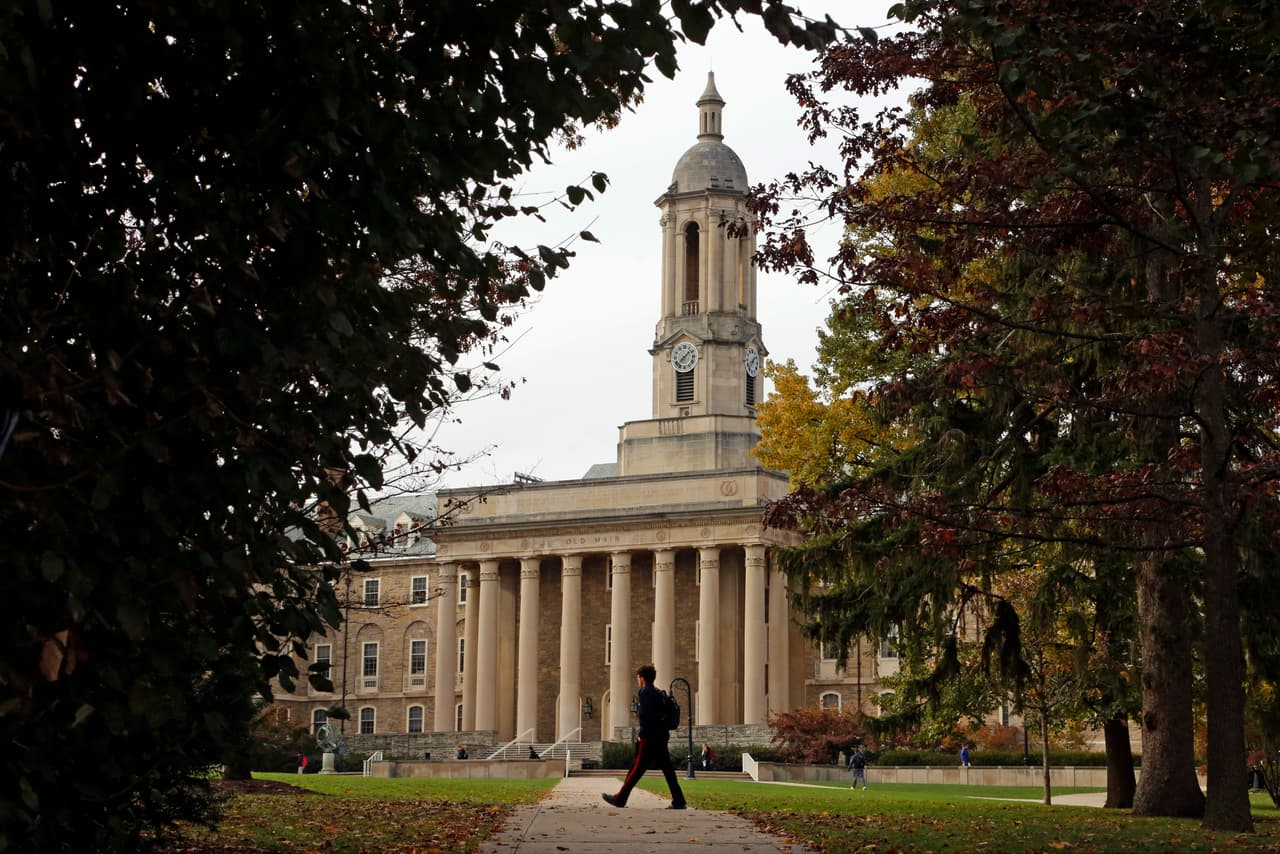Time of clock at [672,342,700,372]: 7:07
